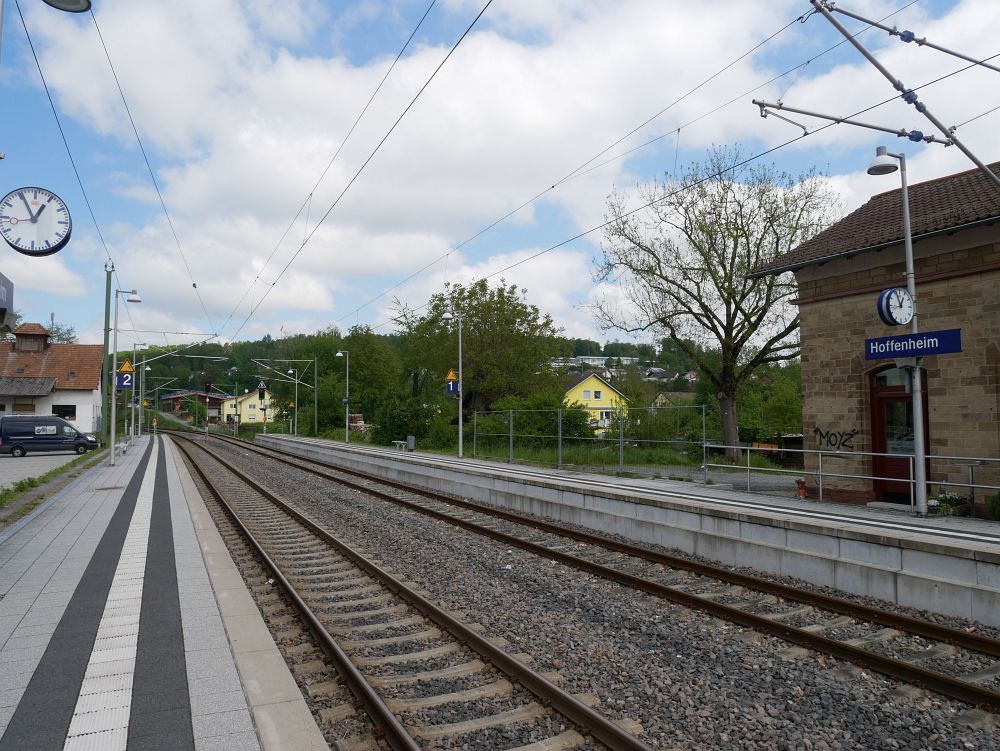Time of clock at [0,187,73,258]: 12:55
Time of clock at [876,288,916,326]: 12:56
